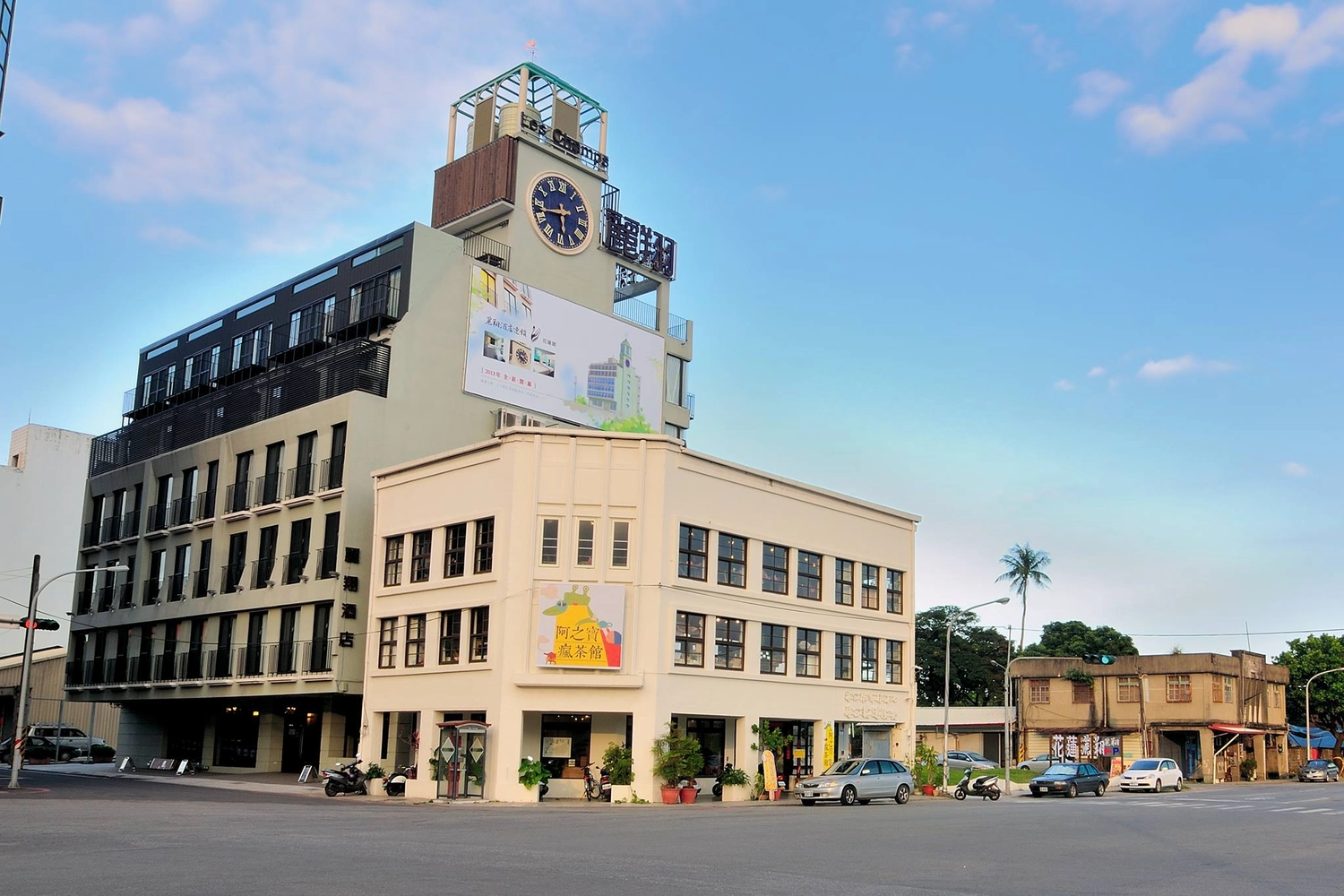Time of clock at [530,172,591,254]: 5:42
